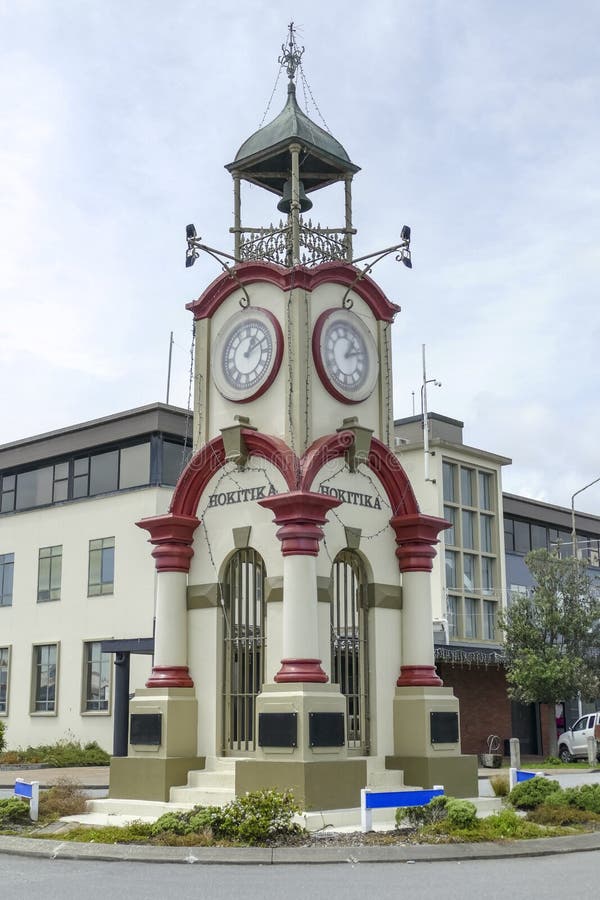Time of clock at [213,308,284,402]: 1:10
